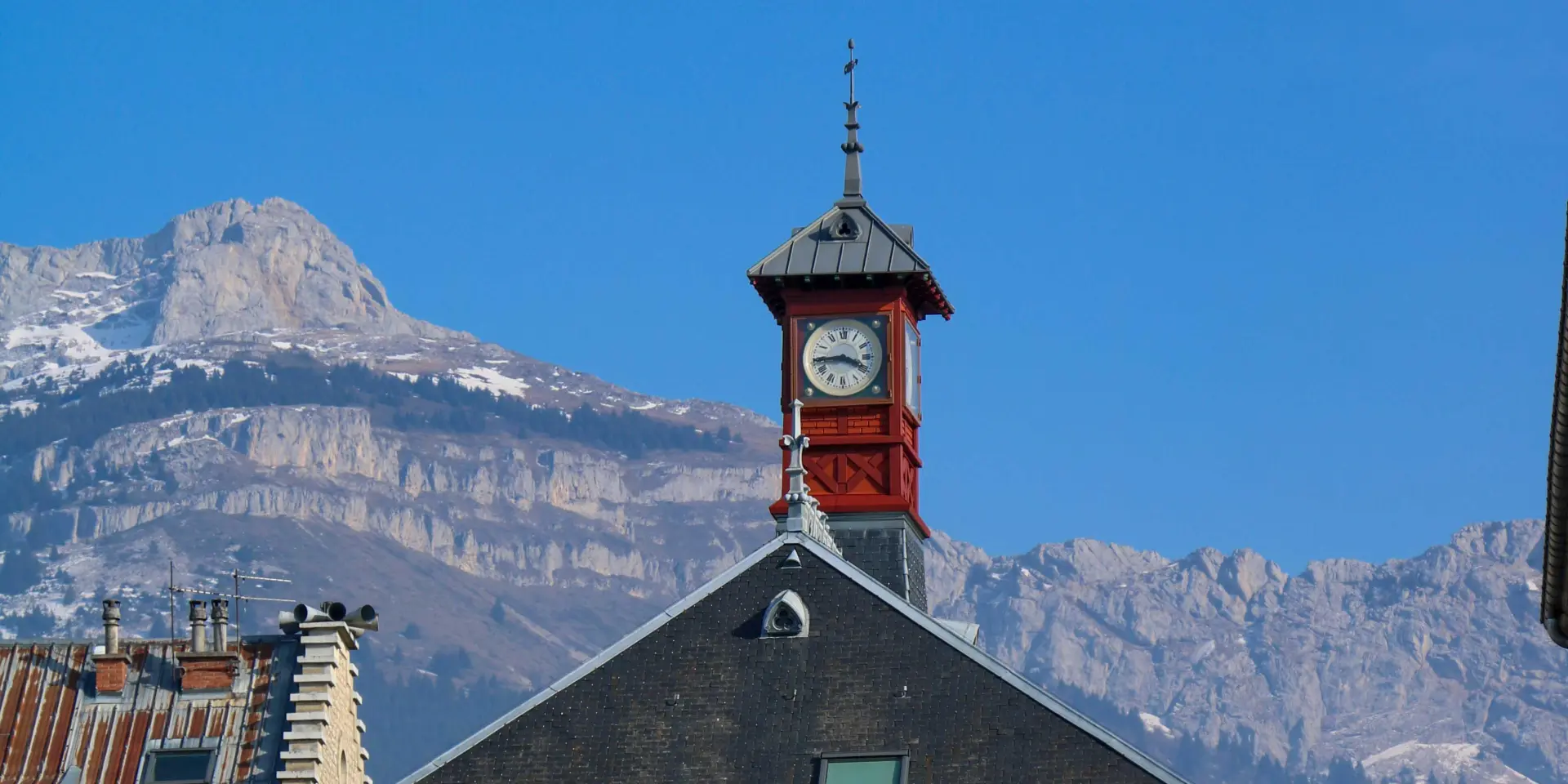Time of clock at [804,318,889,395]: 3:44
